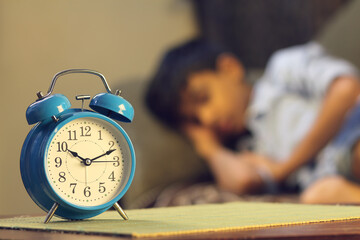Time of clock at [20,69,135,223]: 10:11
